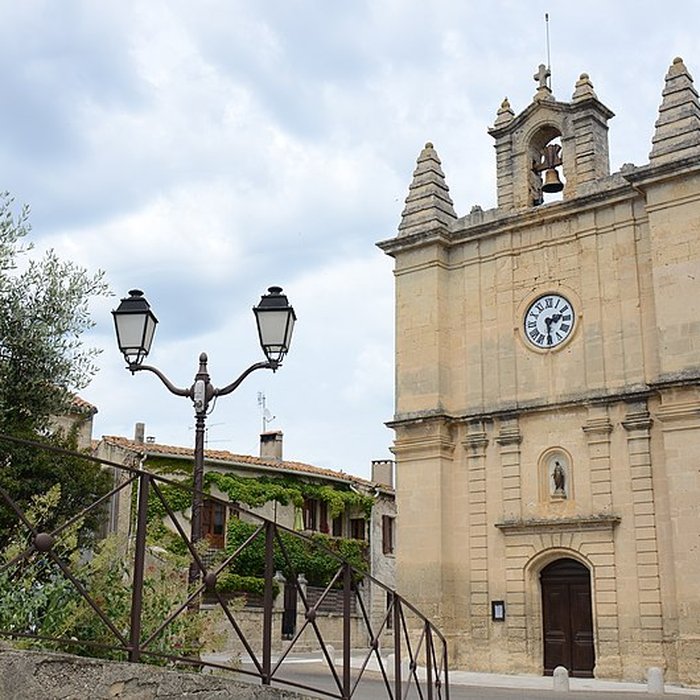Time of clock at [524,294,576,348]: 2:29
